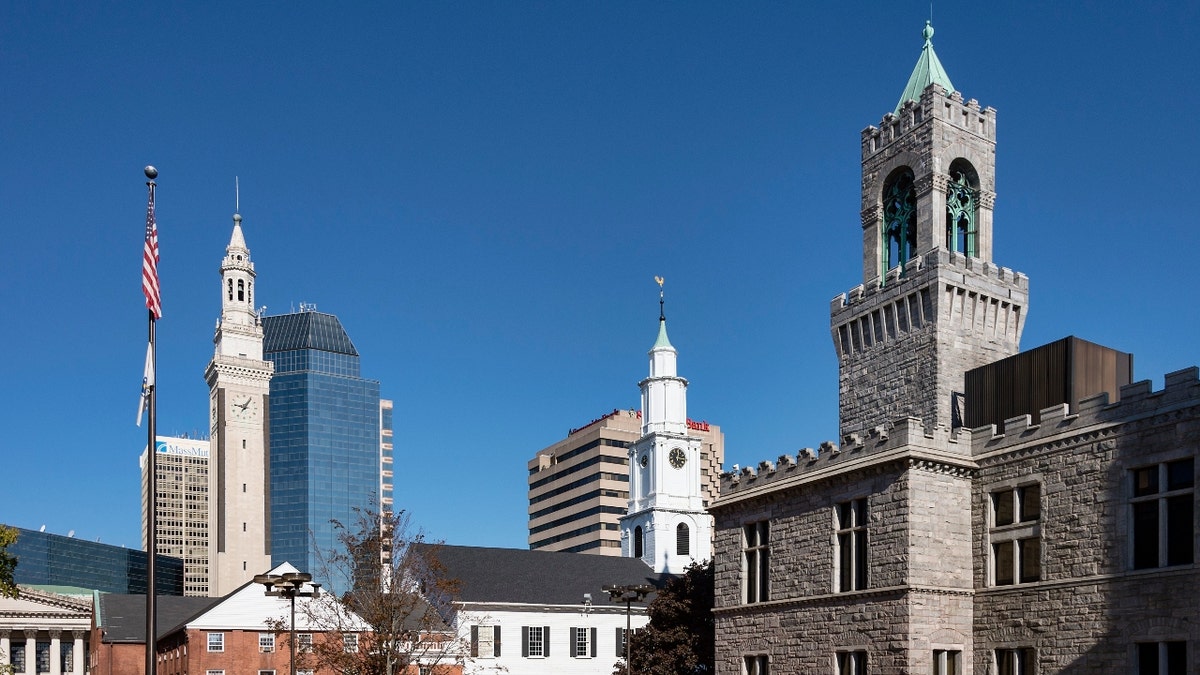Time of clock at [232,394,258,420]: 9:05
